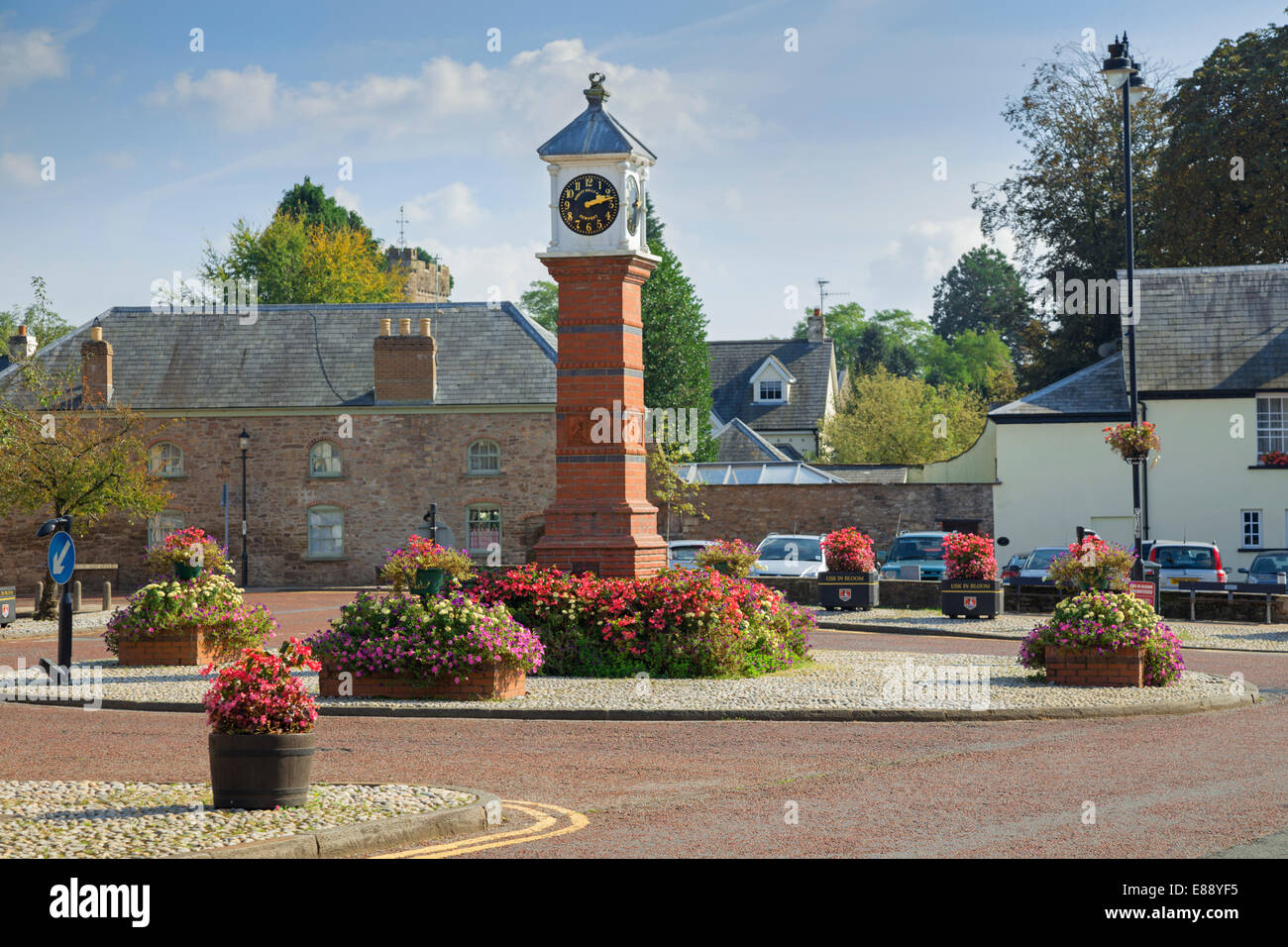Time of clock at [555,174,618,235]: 2:12
